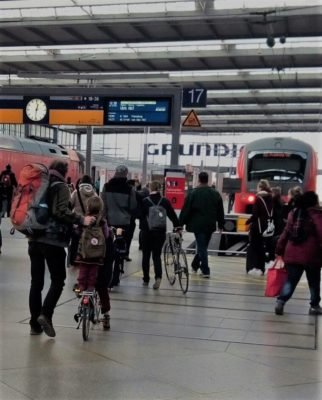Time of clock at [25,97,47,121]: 12:31
